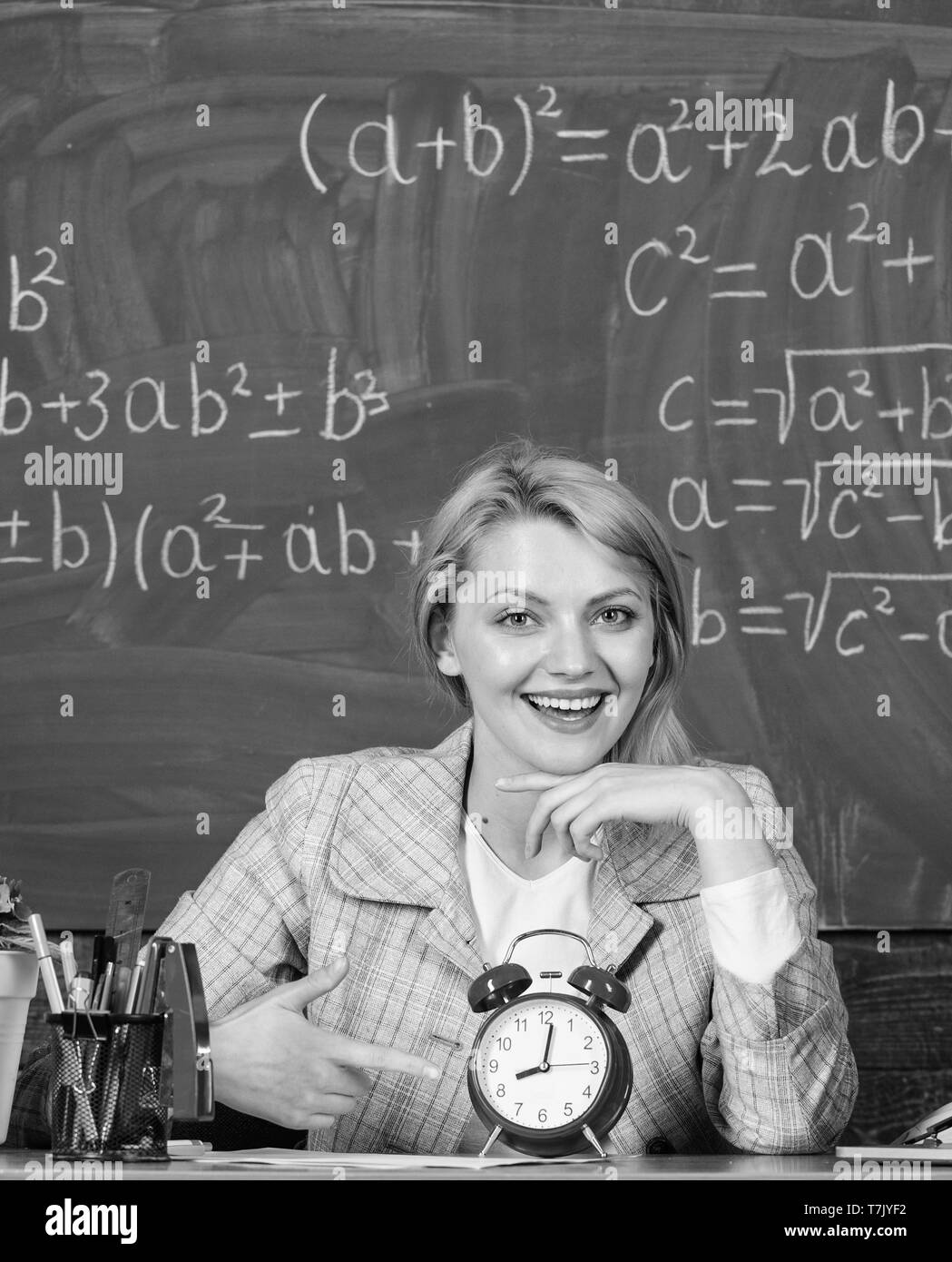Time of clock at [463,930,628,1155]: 8:01
